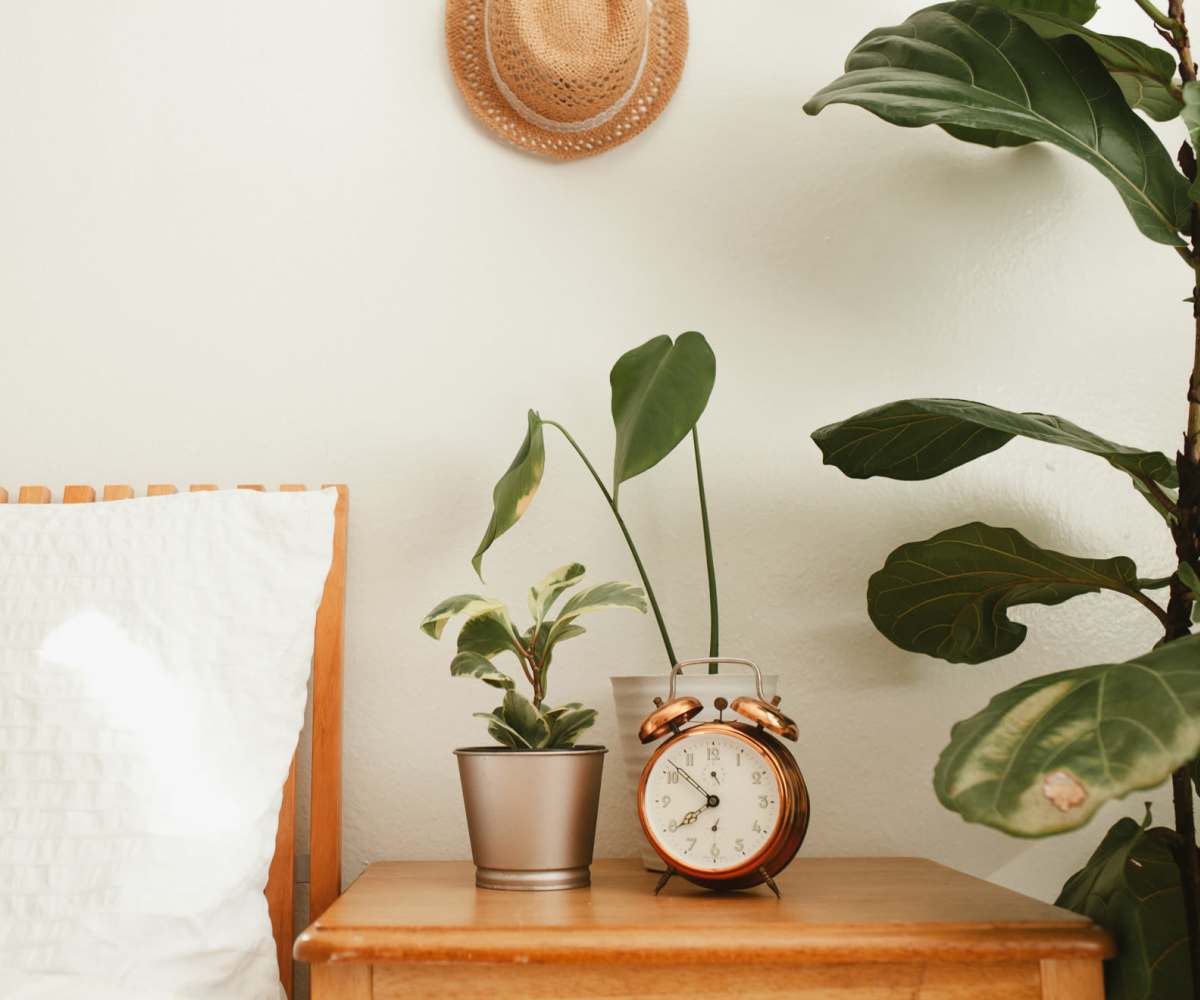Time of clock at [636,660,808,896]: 7:51
